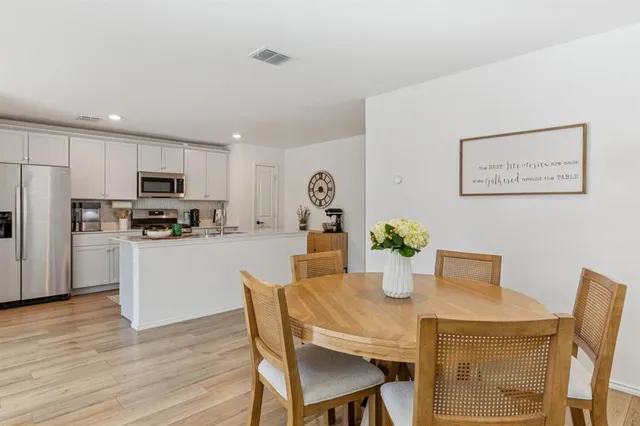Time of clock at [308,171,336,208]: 3:42
